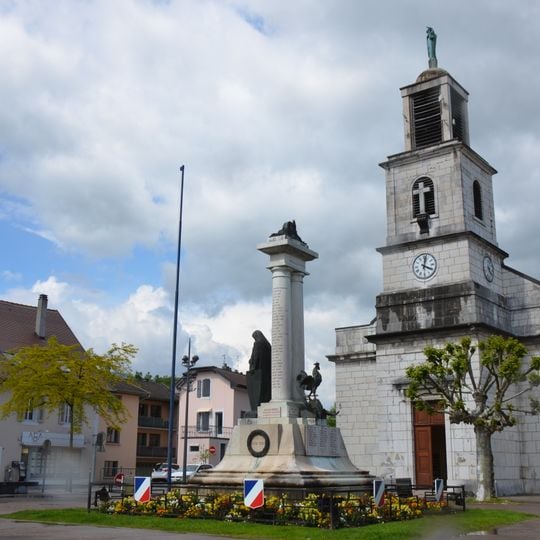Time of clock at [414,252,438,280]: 4:02
